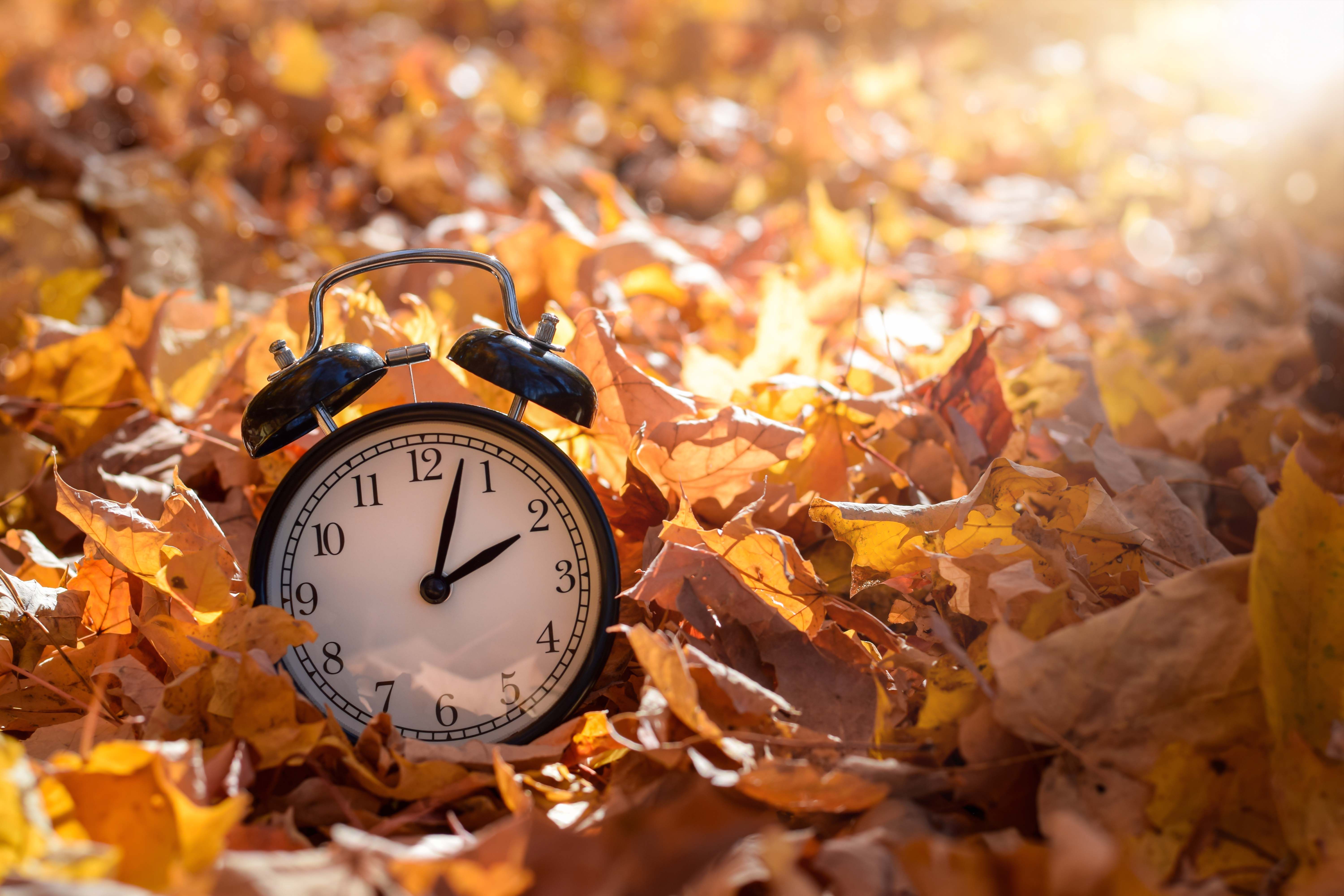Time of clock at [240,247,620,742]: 2:02
